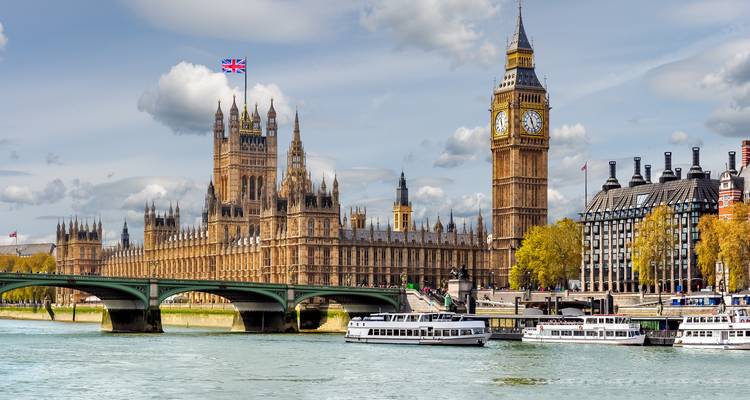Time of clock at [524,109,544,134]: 11:26
